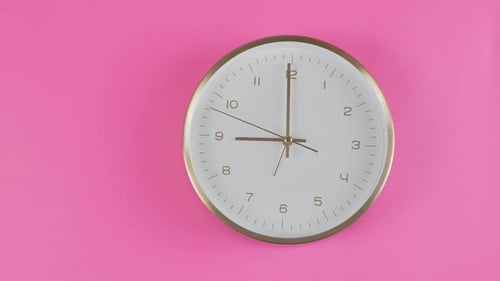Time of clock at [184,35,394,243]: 8:59
